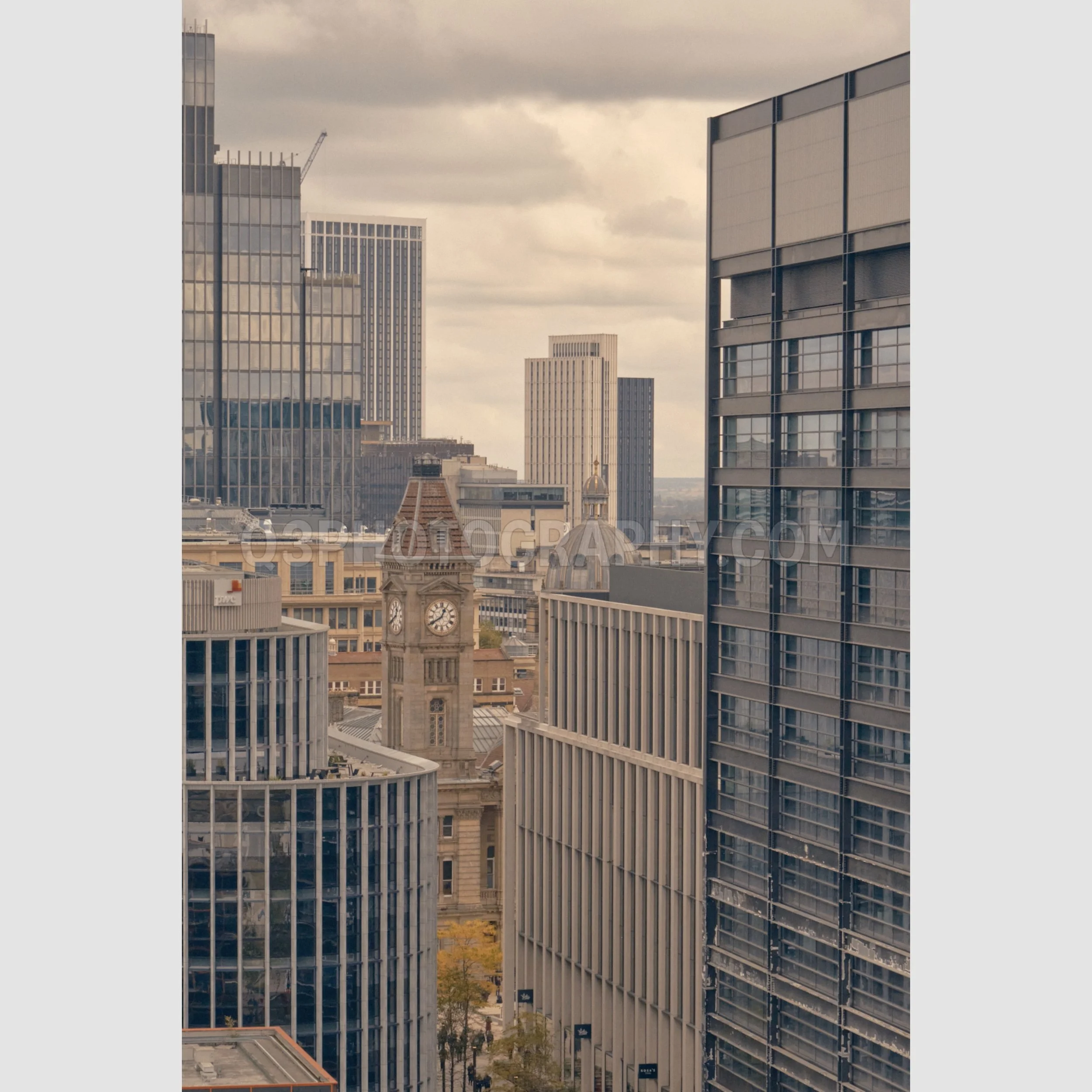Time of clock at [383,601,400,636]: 12:40
